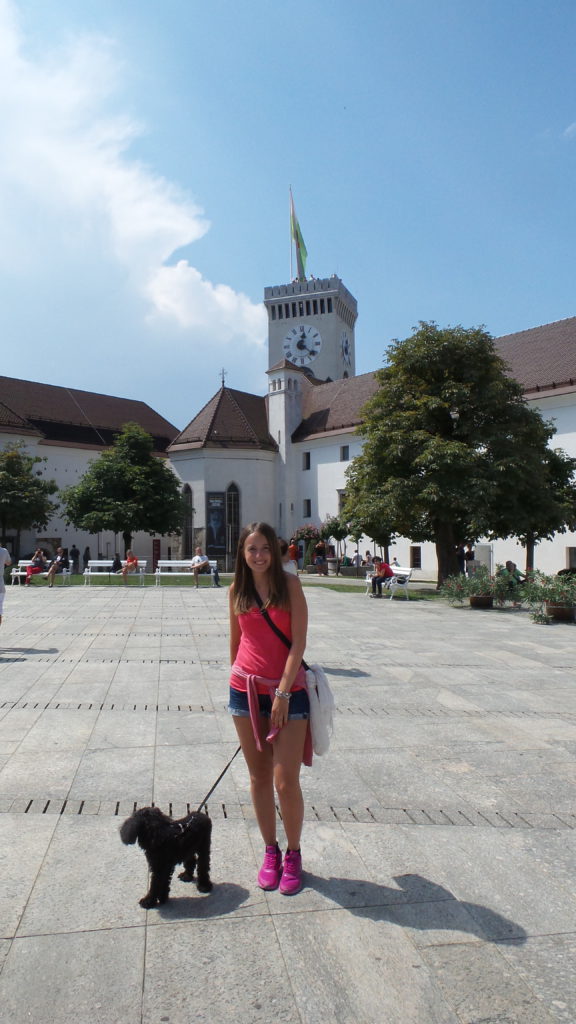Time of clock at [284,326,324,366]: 12:21
